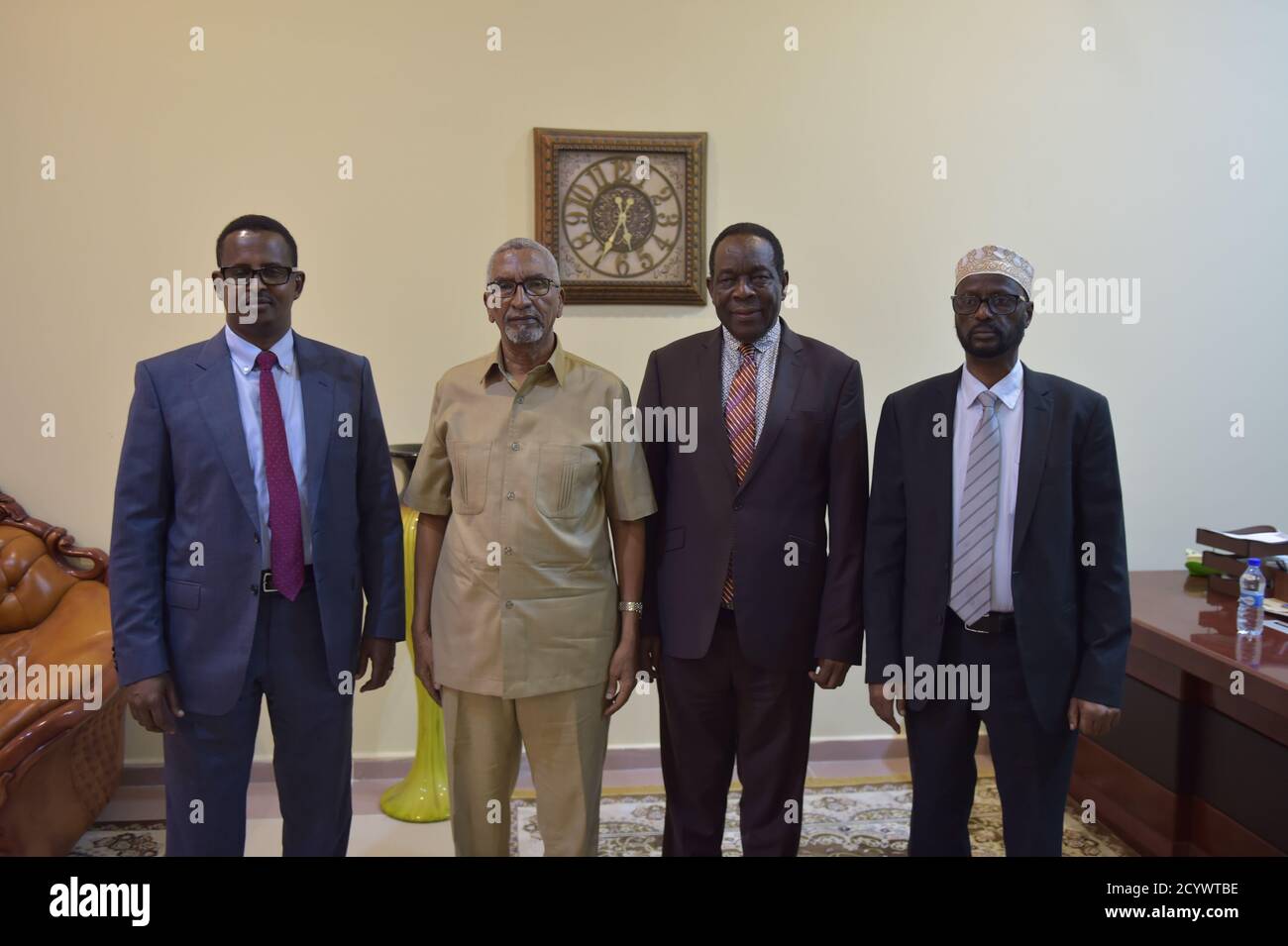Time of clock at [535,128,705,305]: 5:34
